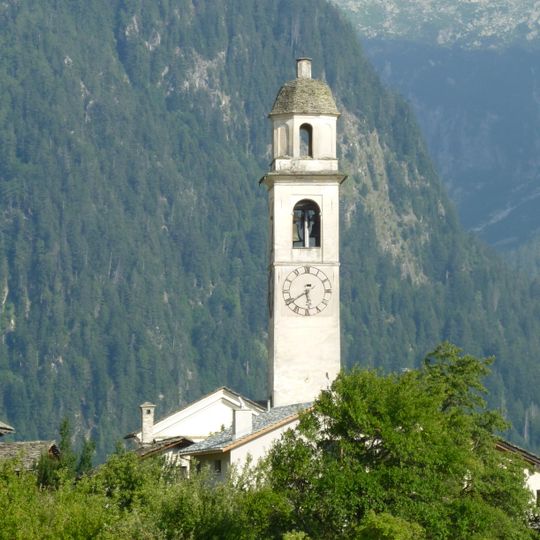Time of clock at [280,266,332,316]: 5:39
